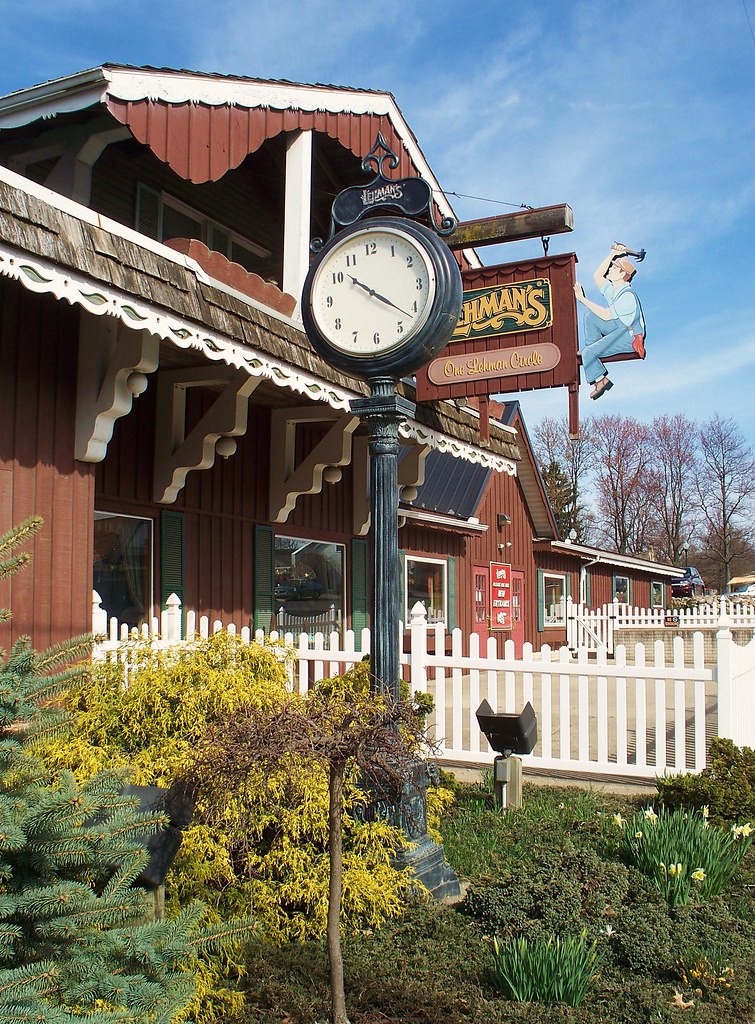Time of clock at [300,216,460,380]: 10:21
